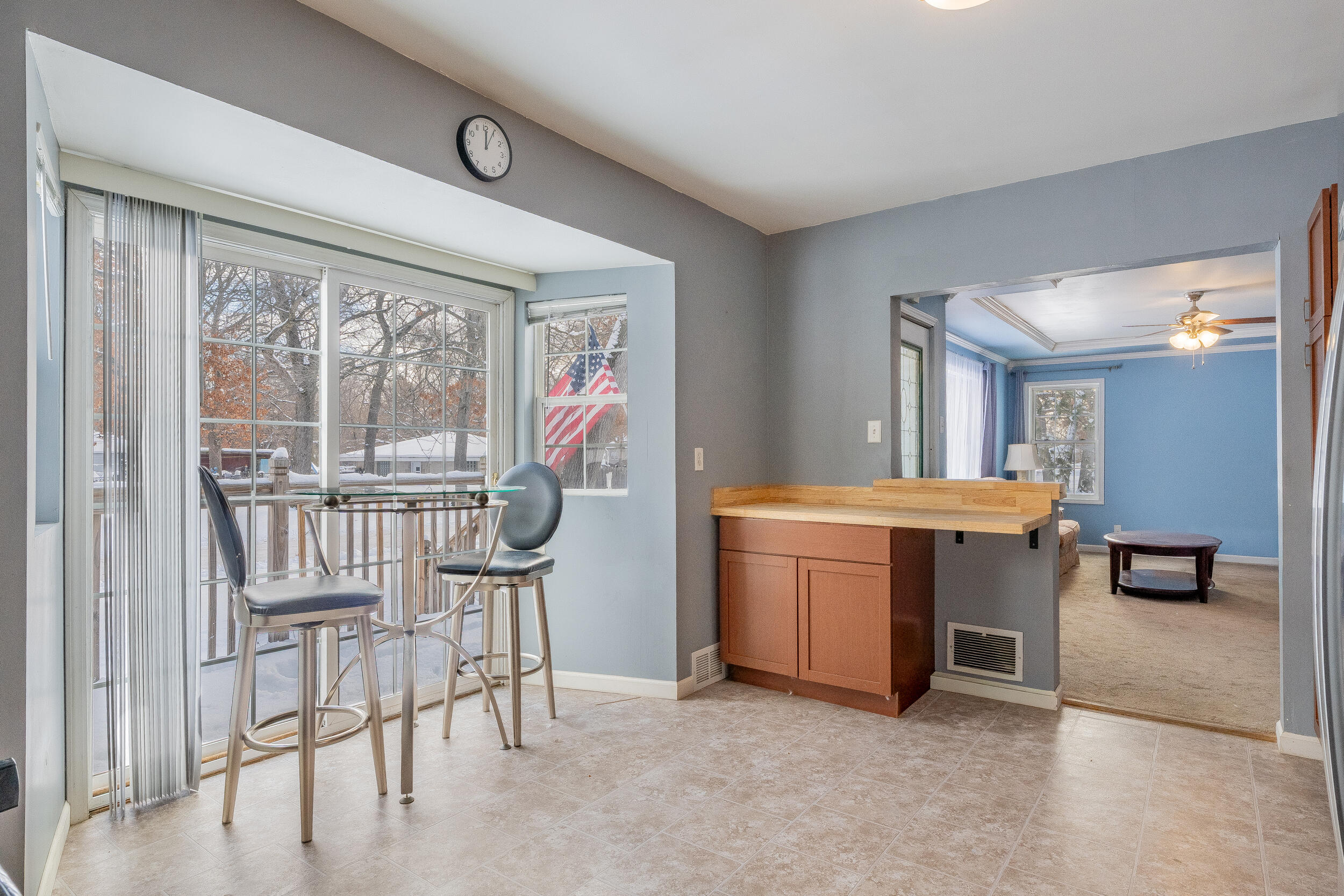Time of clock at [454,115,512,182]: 12:04
